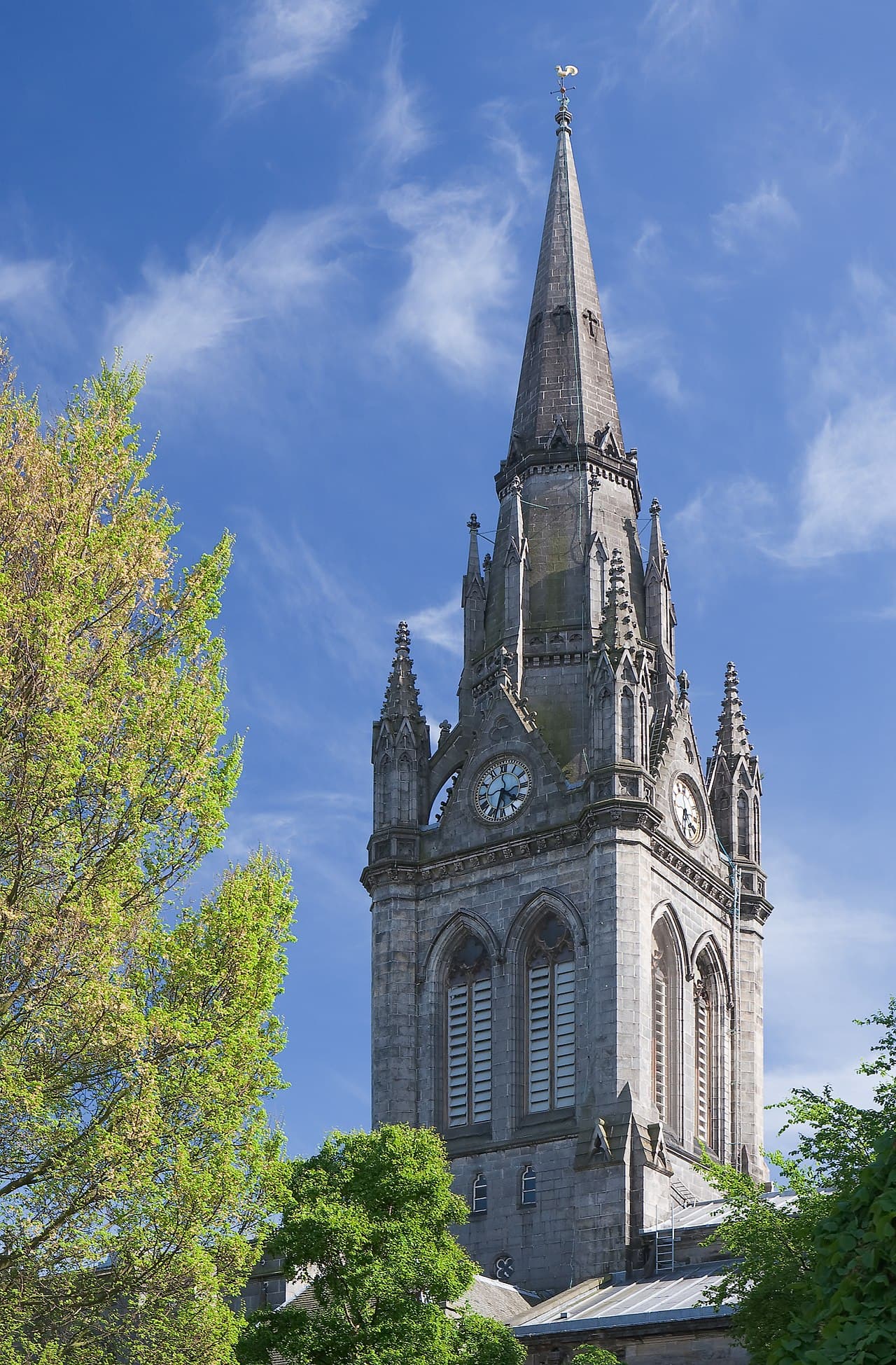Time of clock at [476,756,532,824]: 4:33
